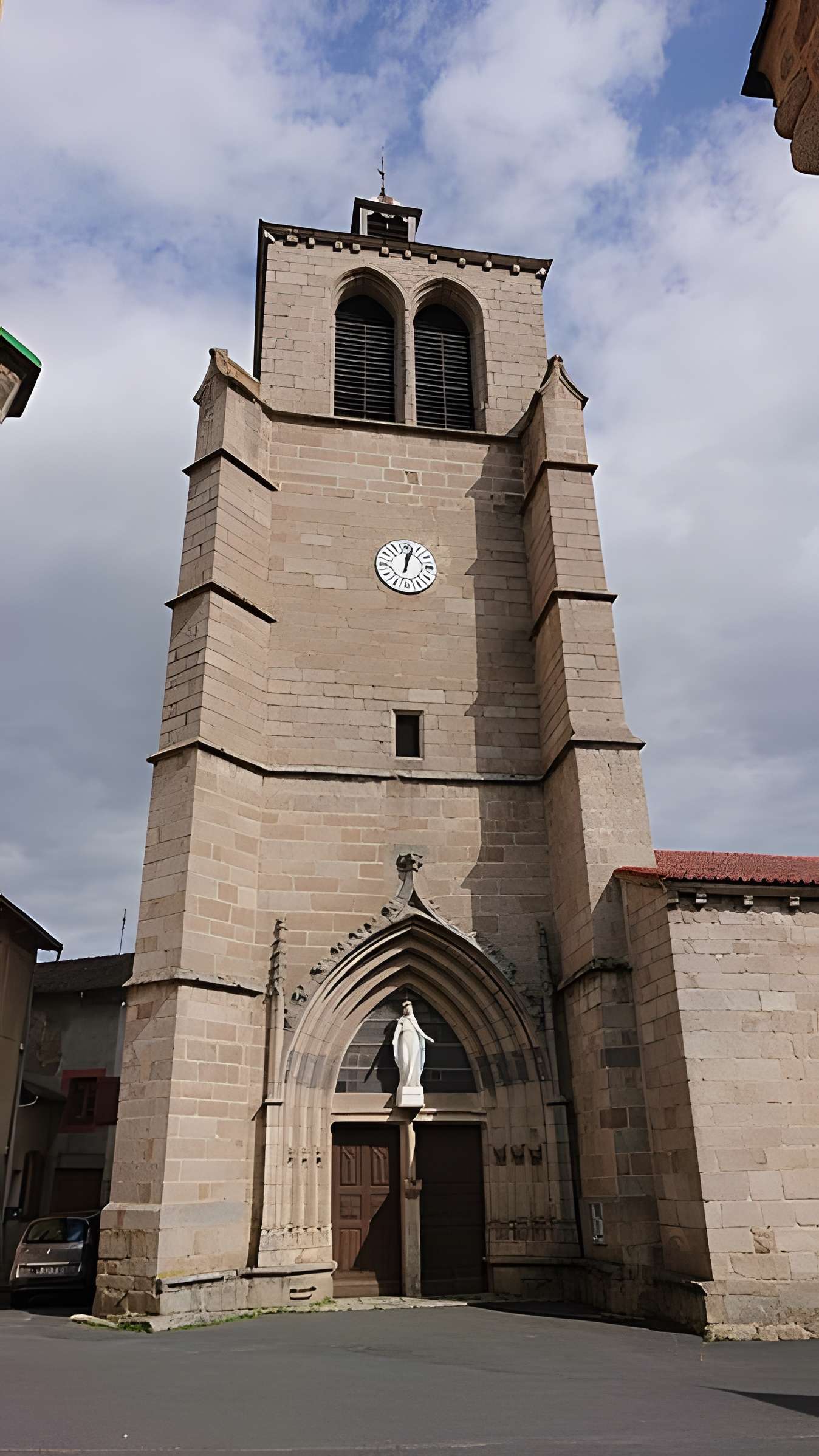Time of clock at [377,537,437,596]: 12:02
